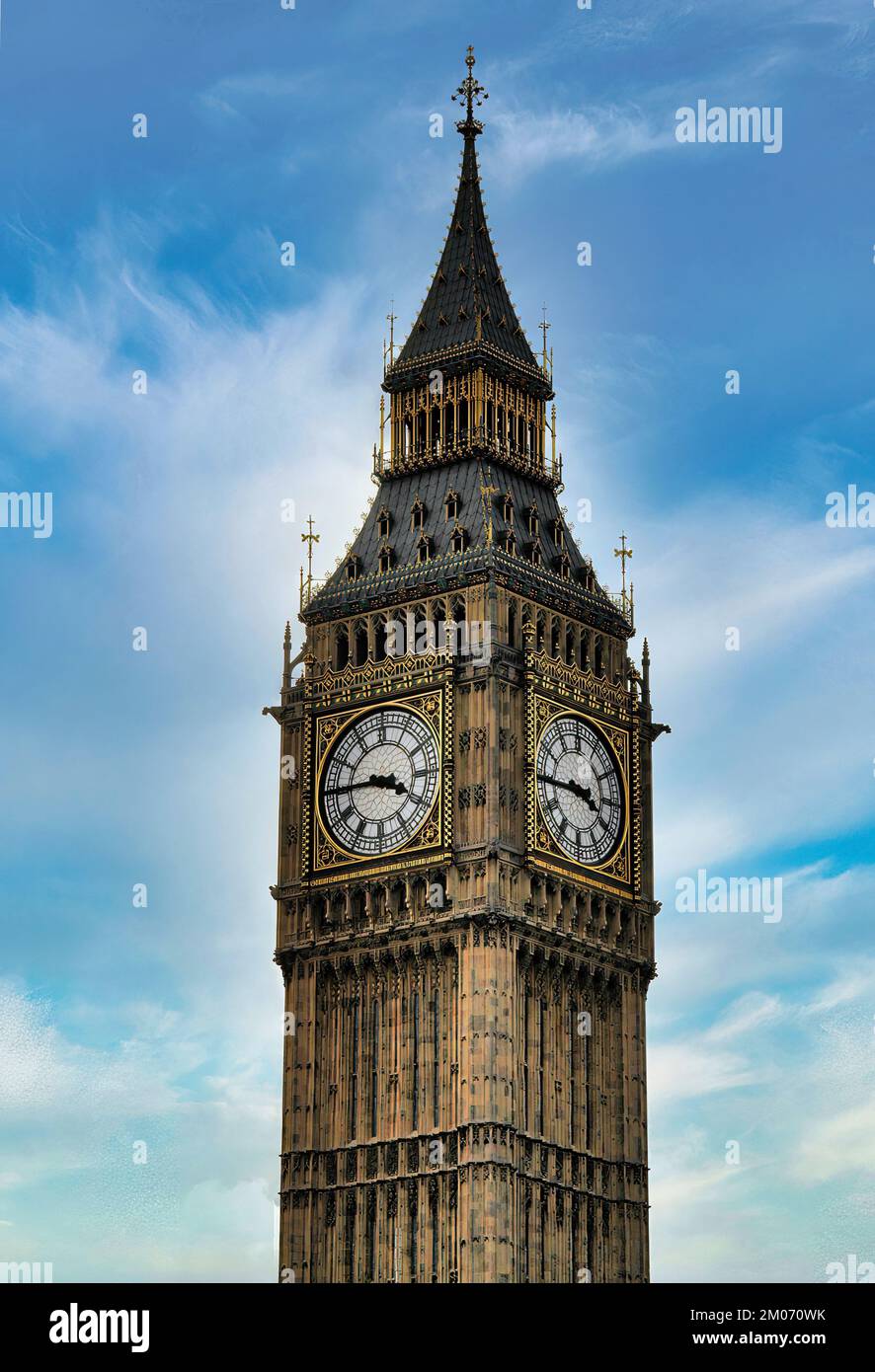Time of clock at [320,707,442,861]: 3:44
